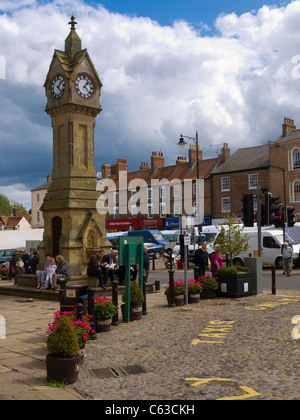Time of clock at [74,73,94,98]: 1:22
